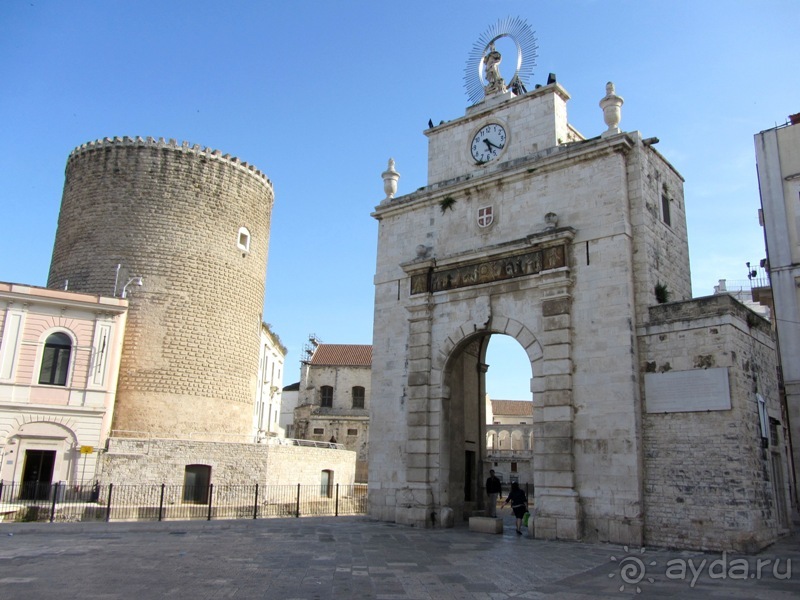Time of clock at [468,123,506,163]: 5:21
